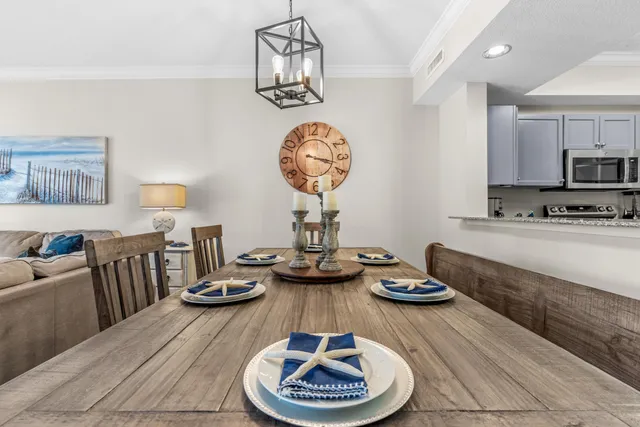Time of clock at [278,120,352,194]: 3:18
